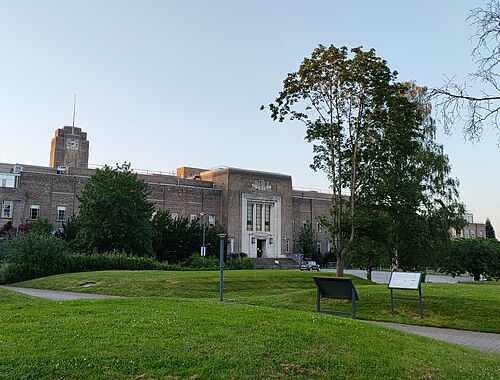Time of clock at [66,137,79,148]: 7:45
